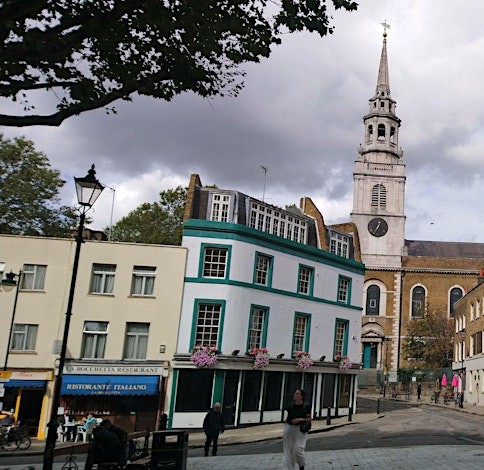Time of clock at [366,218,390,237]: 12:34
